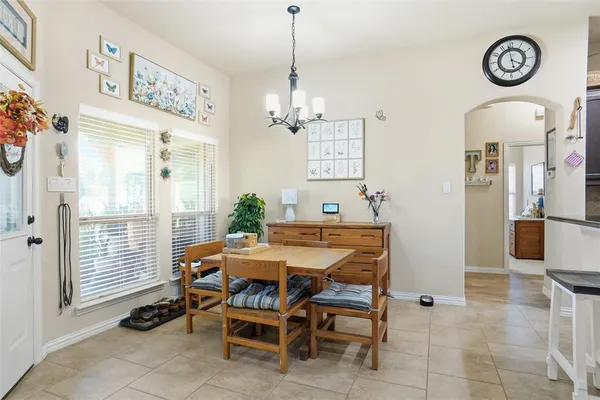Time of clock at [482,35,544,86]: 3:58
